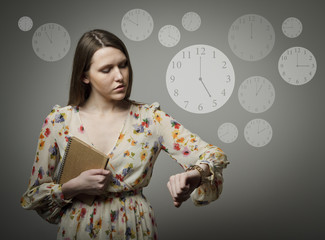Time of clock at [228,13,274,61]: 12:00
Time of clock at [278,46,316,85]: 3:00
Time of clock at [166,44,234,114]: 5:00
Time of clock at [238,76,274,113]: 1:00
